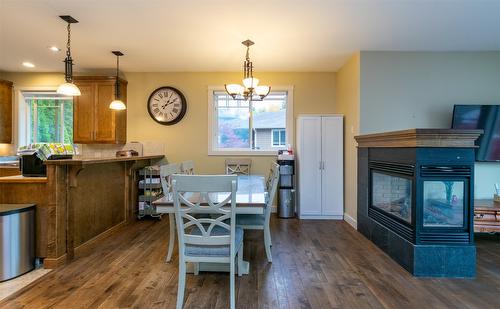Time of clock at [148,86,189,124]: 1:11
